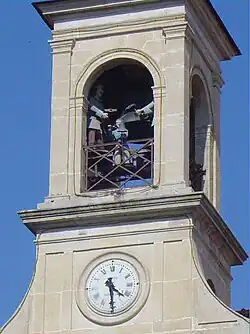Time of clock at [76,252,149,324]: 4:28
